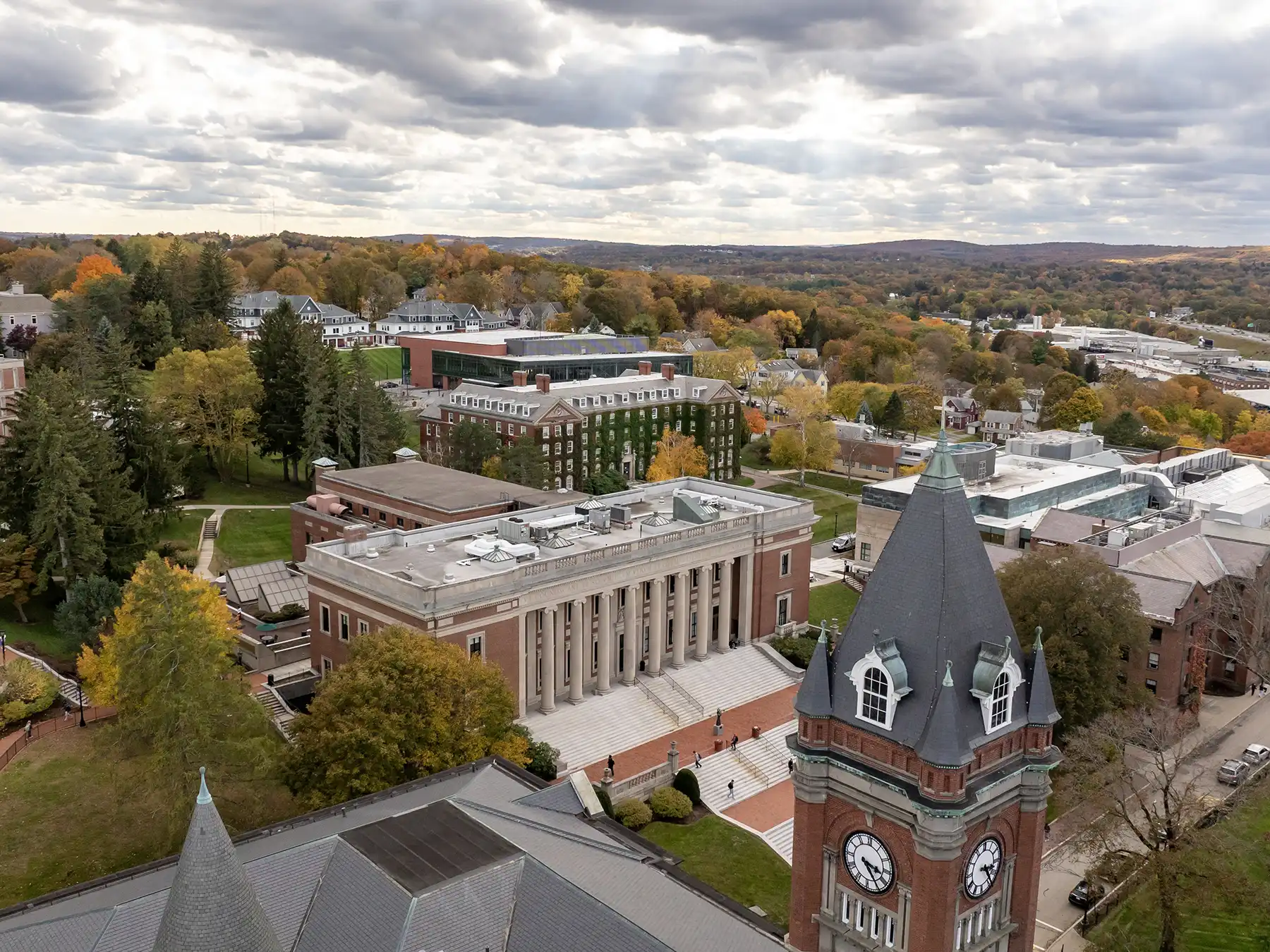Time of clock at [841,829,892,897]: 3:24
